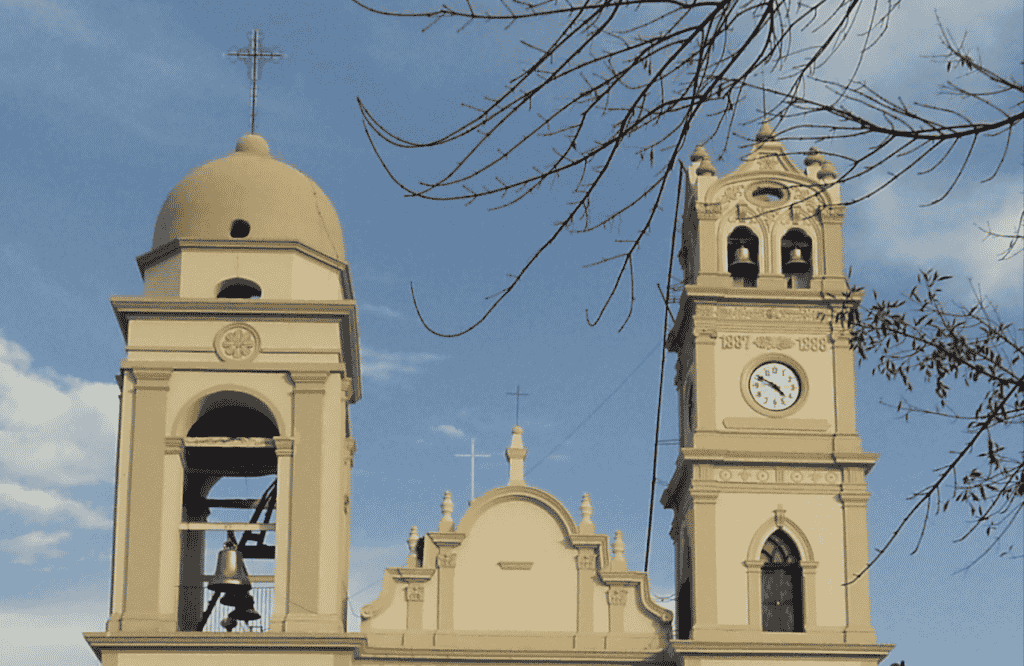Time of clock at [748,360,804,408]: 4:49
